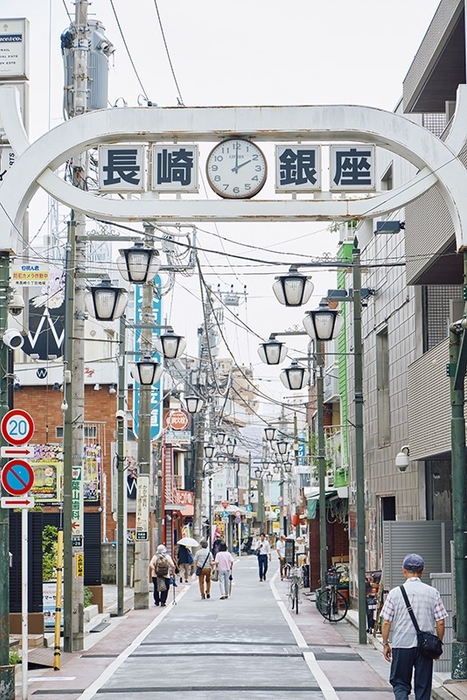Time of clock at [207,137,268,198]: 2:00
